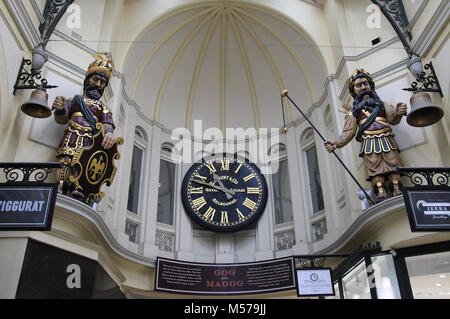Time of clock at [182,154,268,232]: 10:47
